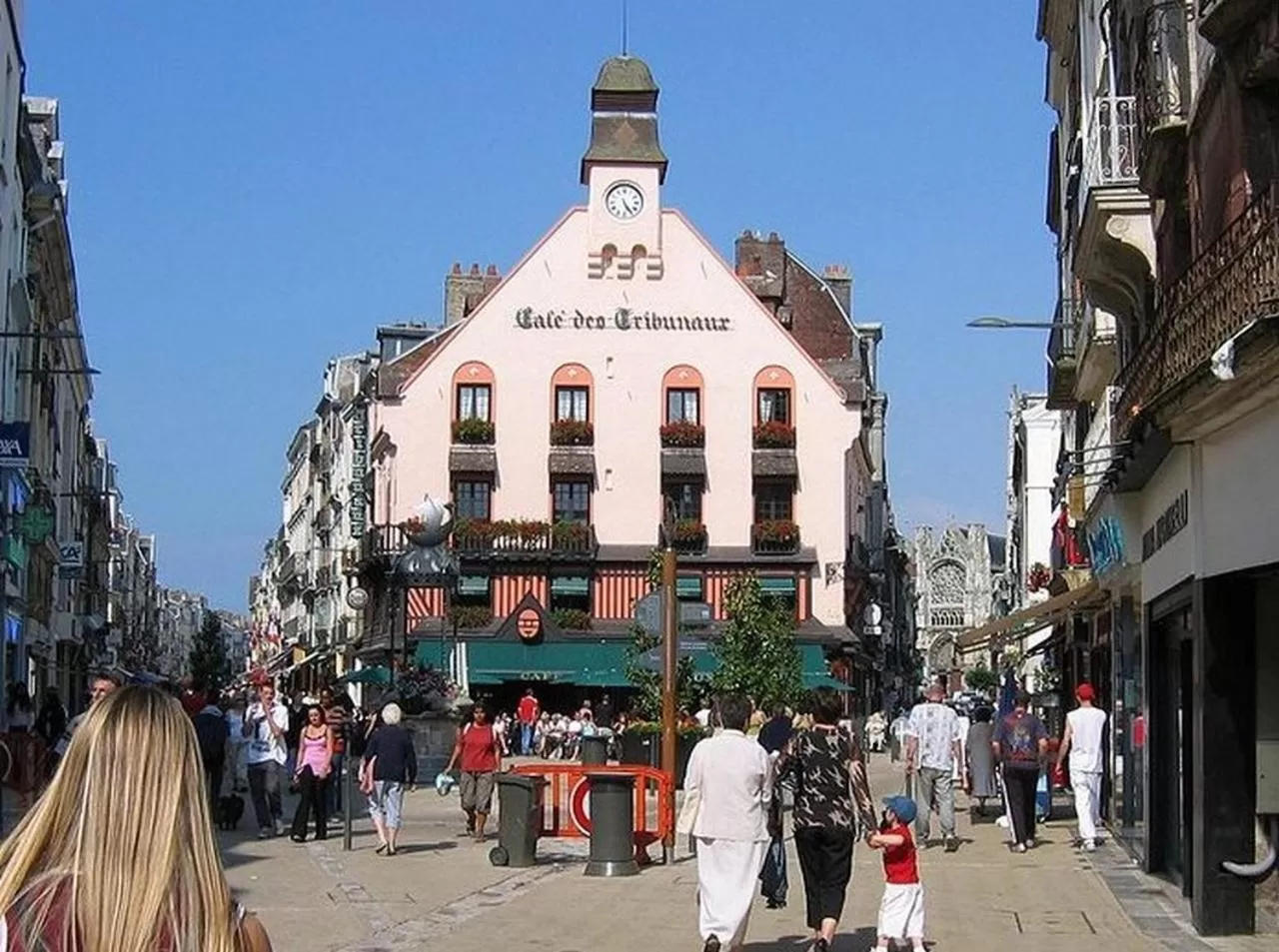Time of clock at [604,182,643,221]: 5:24
